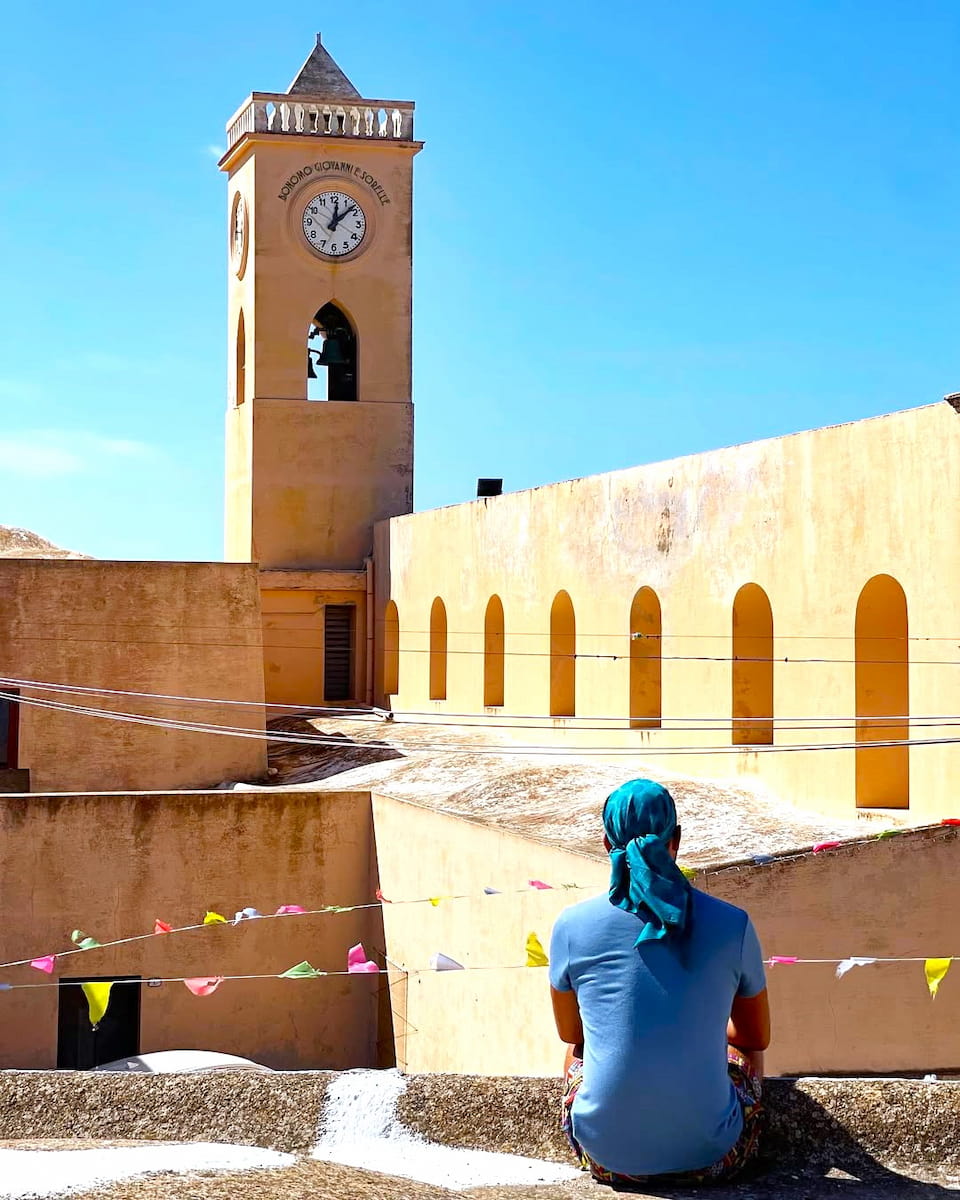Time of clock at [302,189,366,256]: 12:07
